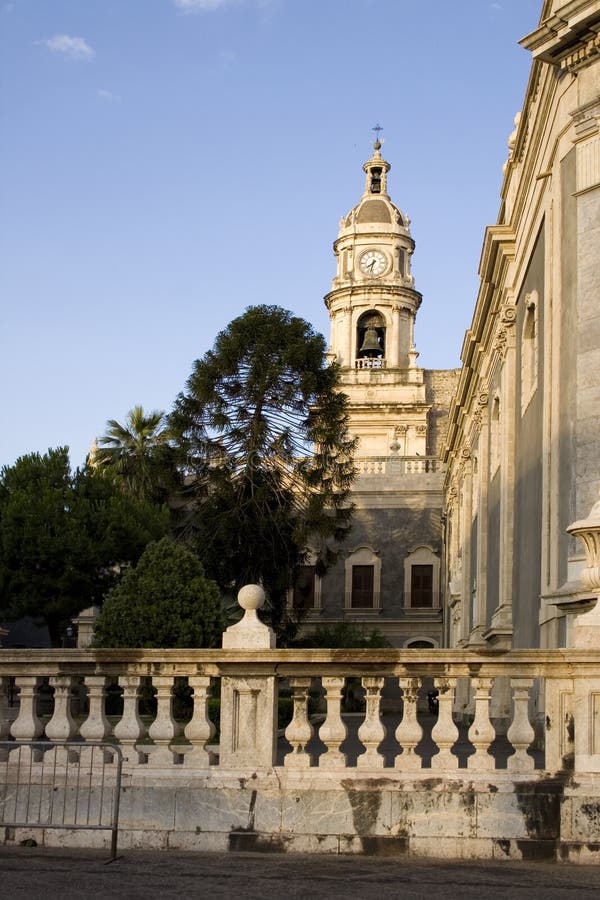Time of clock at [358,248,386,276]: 7:32
